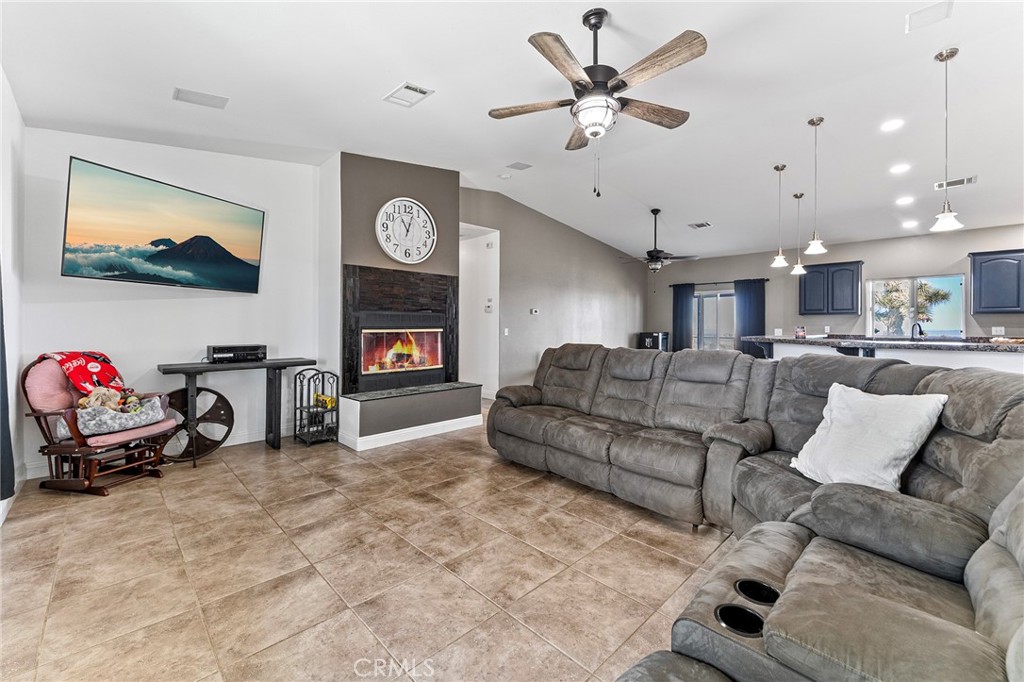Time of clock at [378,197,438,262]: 11:02
